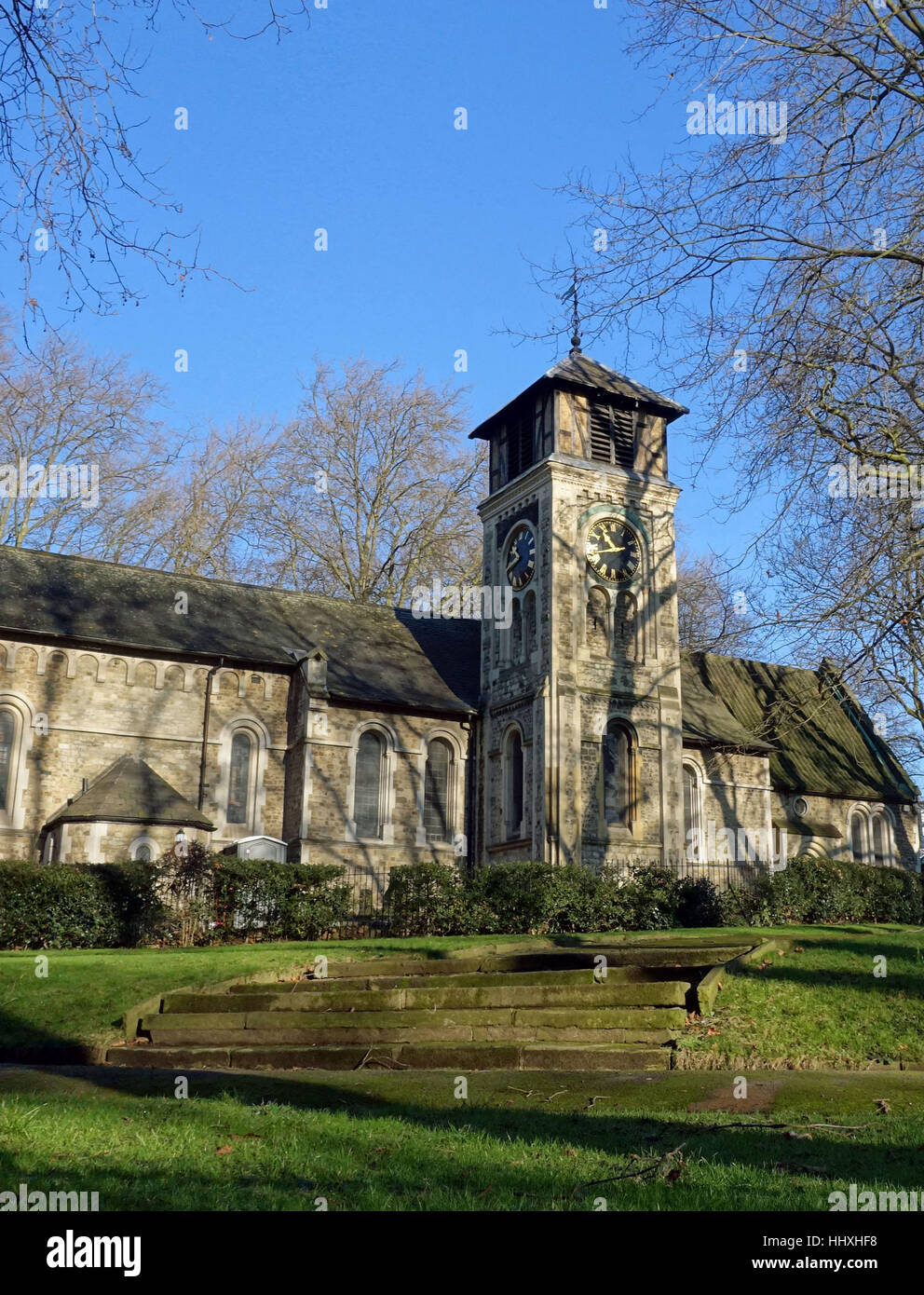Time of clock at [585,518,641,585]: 10:42
